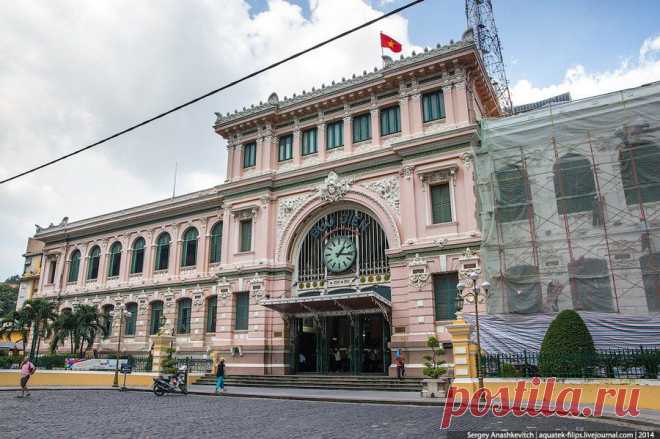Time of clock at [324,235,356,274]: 1:16
